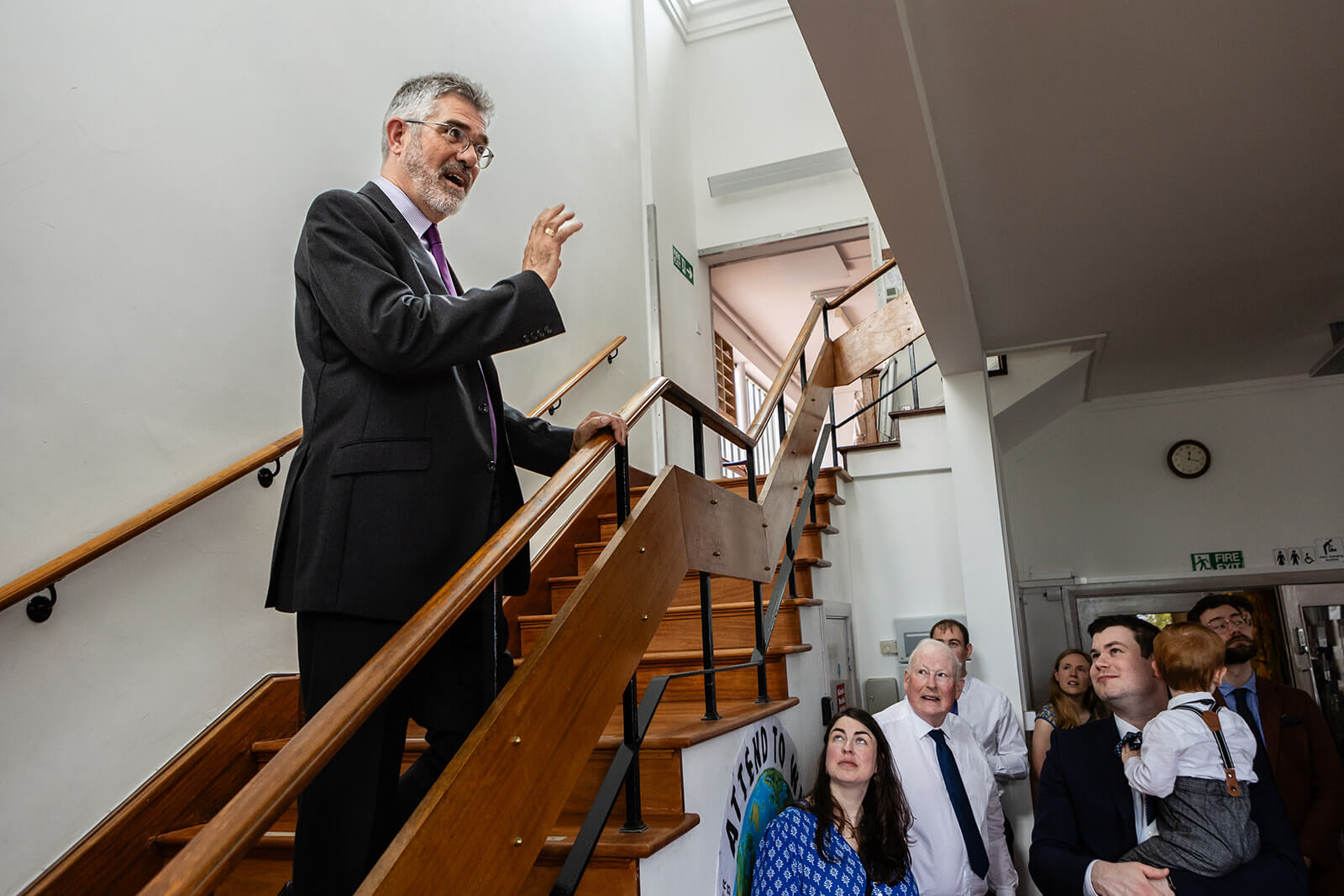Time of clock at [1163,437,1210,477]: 12:18
